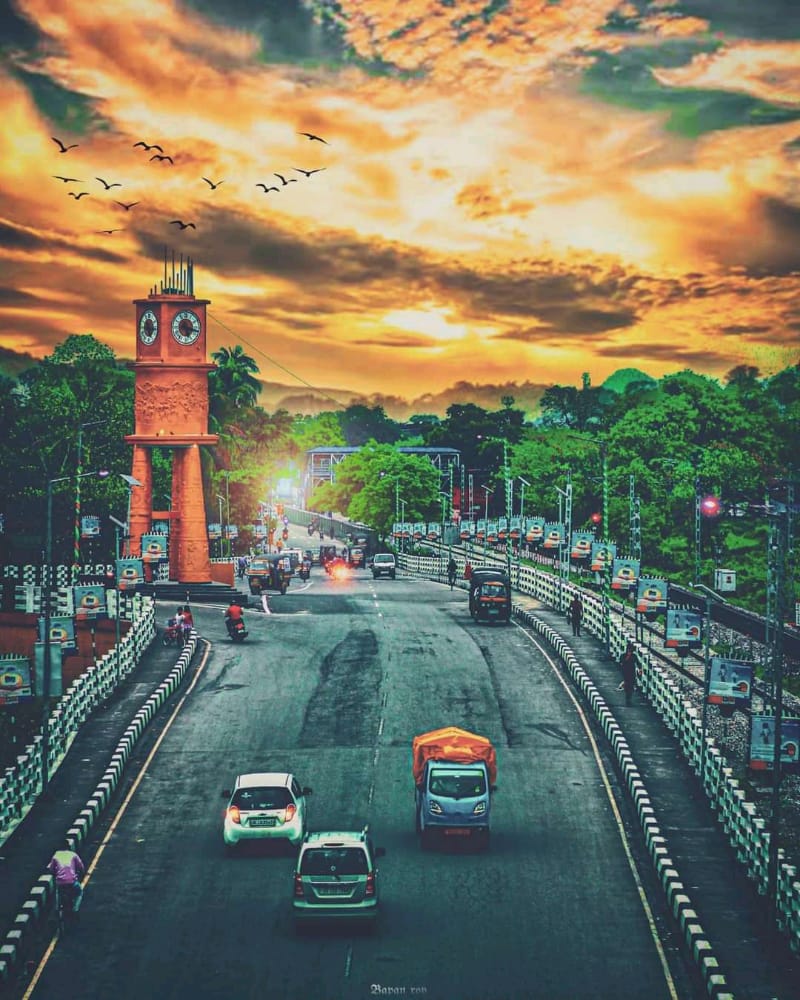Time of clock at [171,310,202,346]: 5:17
